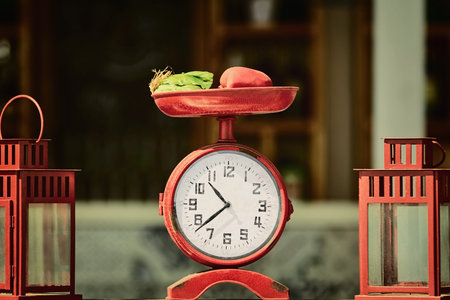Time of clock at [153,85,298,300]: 10:38
